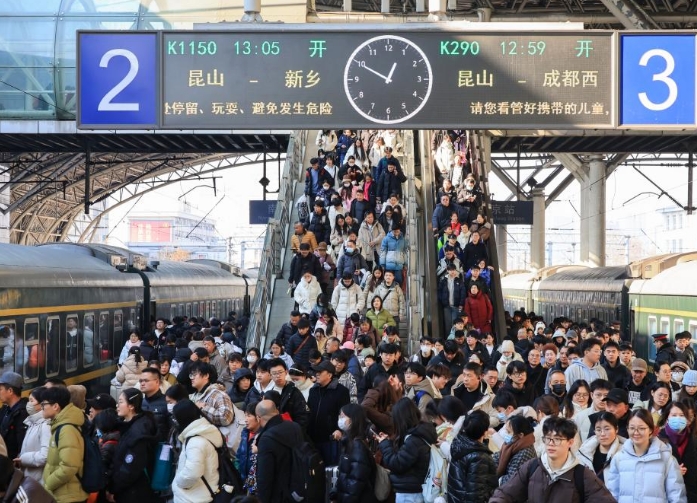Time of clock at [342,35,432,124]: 12:49
